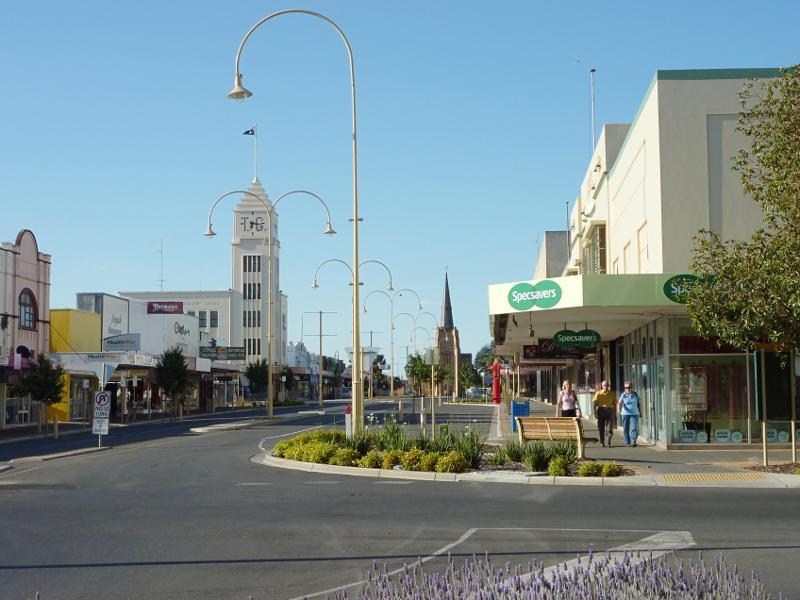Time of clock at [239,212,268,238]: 6:17
